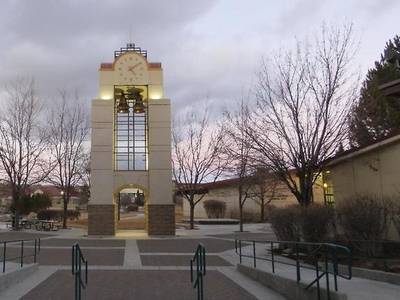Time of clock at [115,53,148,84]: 4:09
